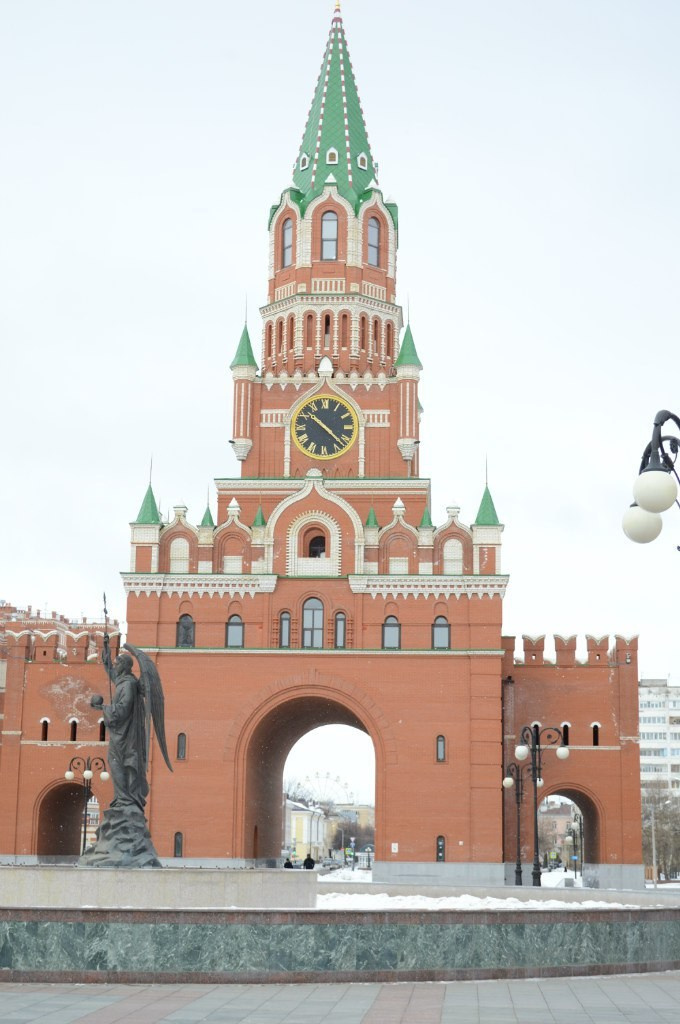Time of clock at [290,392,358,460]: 10:22
